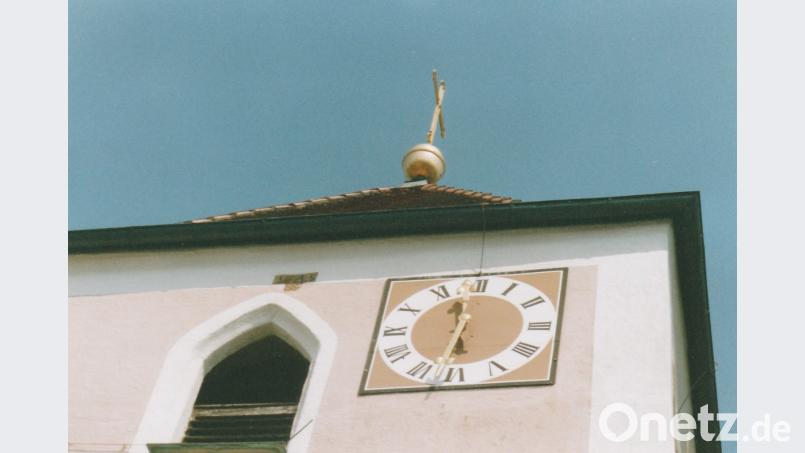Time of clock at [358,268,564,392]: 11:32
